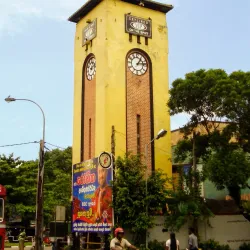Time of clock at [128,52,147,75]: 1:13
